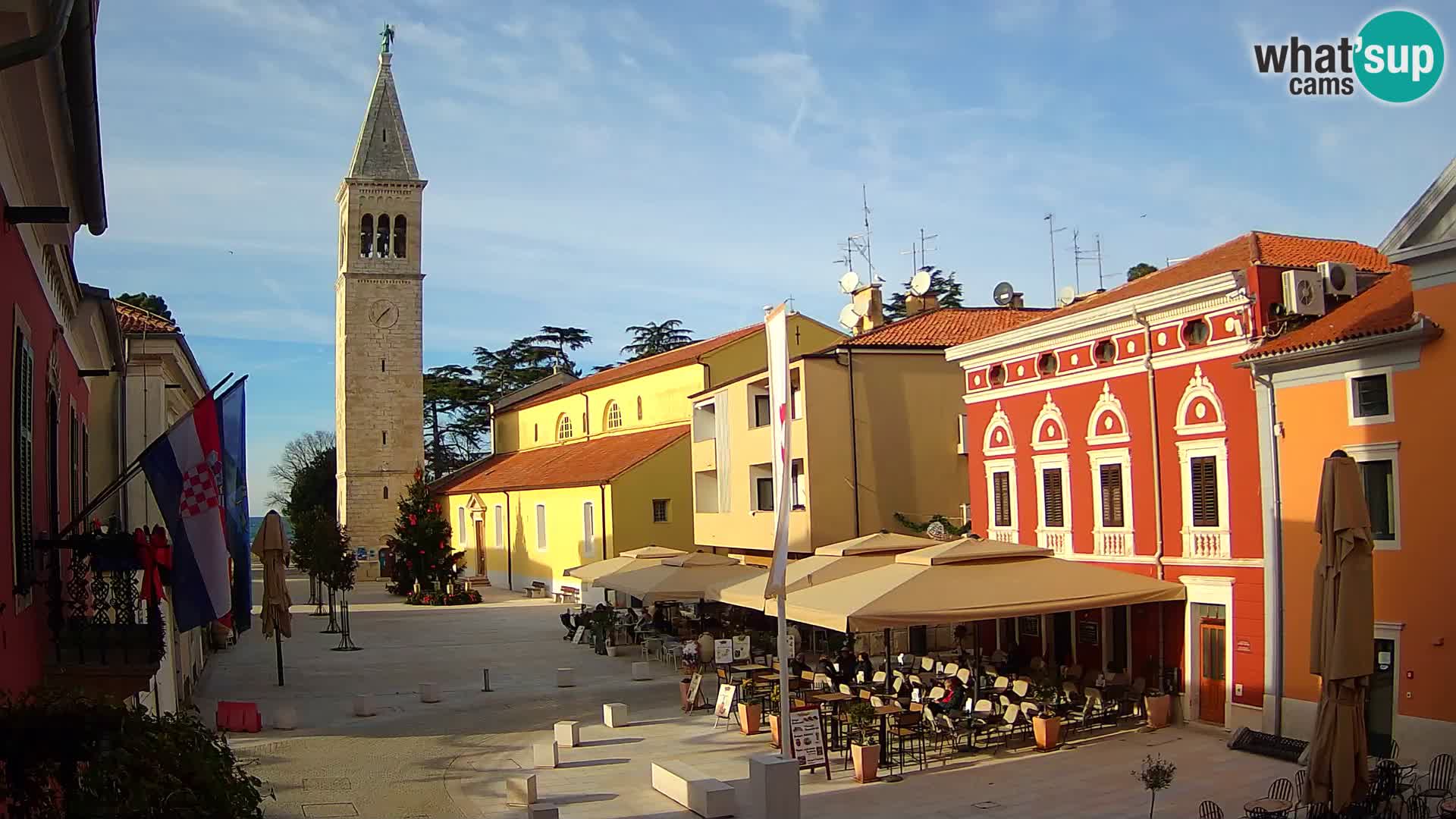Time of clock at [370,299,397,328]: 1:36
